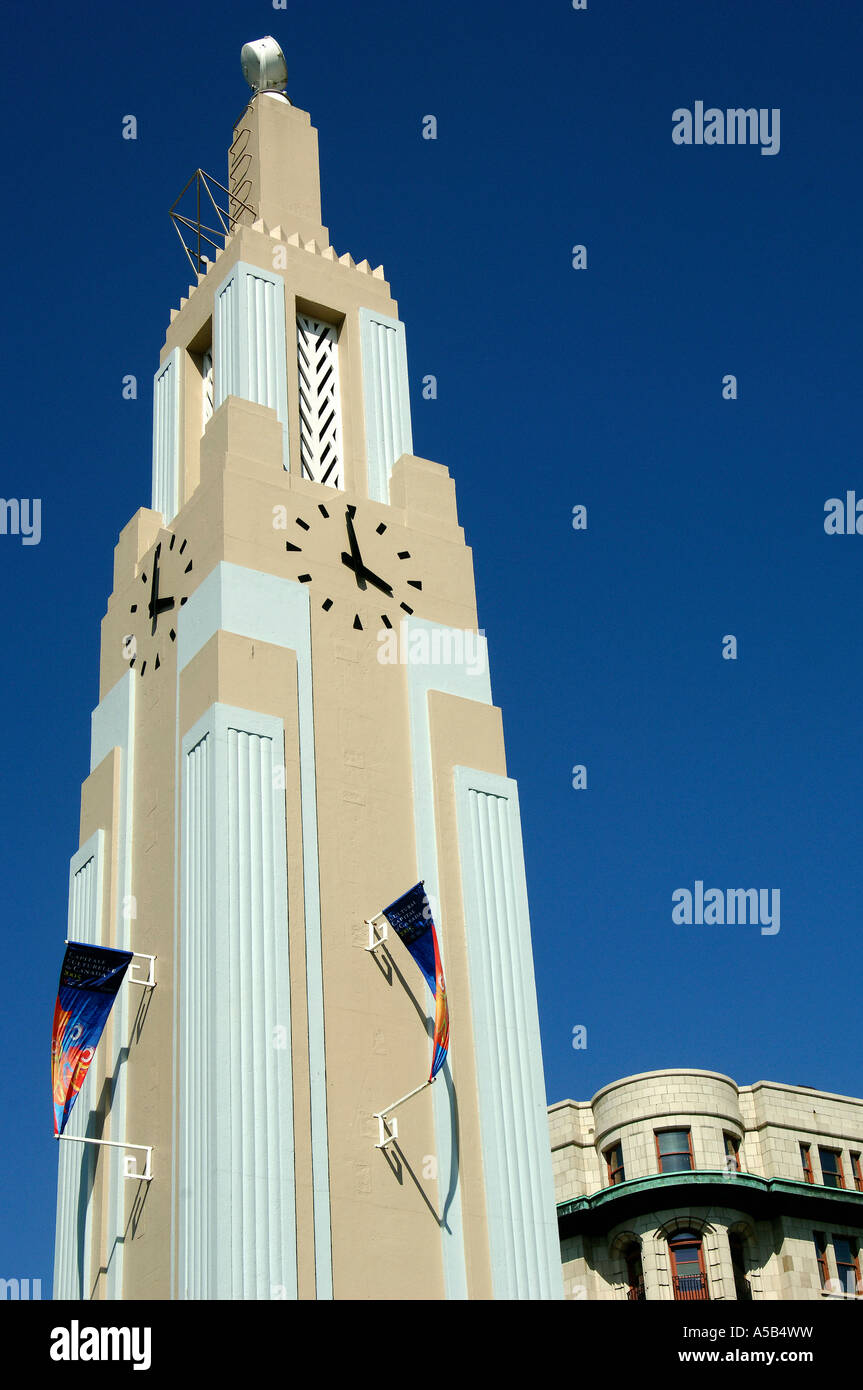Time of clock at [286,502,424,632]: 3:58
